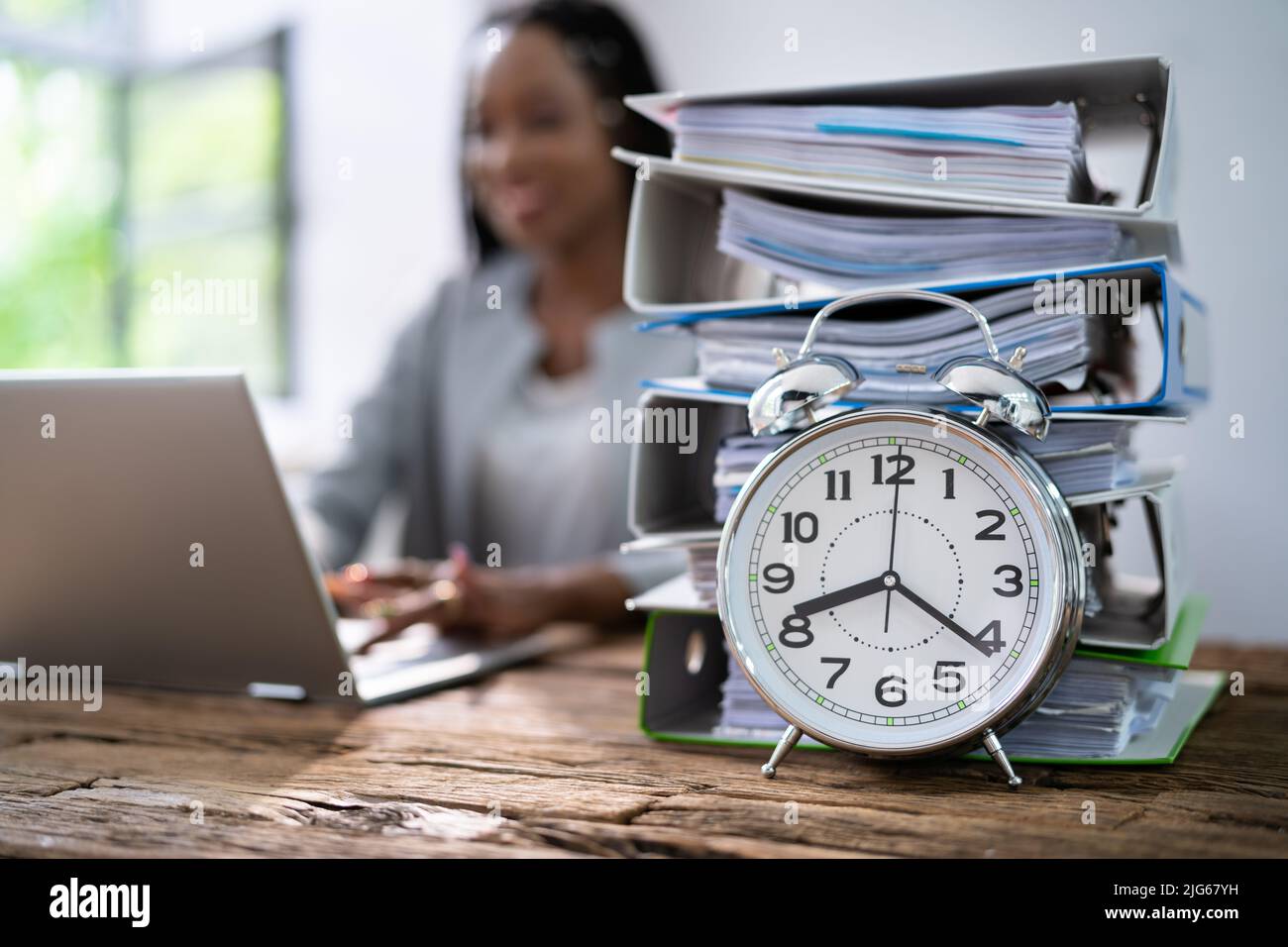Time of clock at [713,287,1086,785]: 8:21
